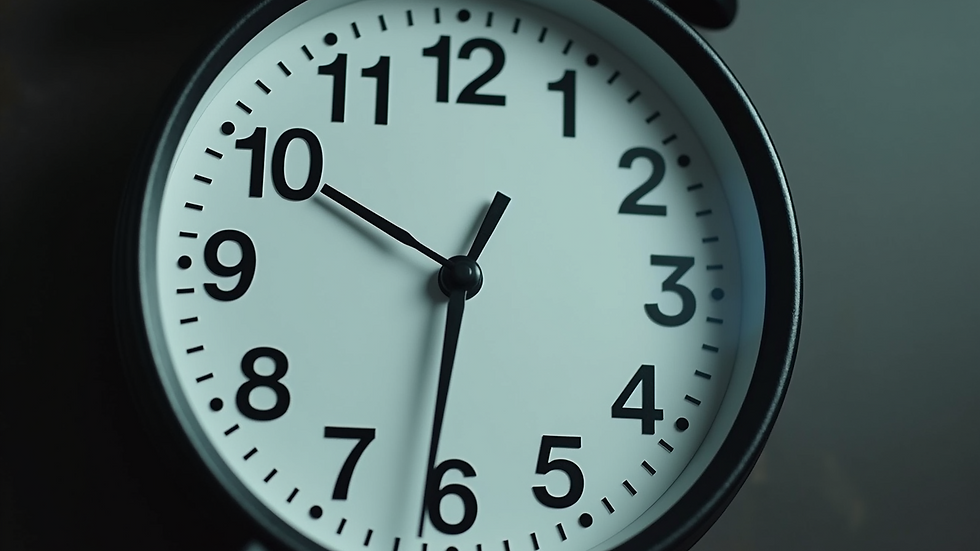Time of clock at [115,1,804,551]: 12:49
